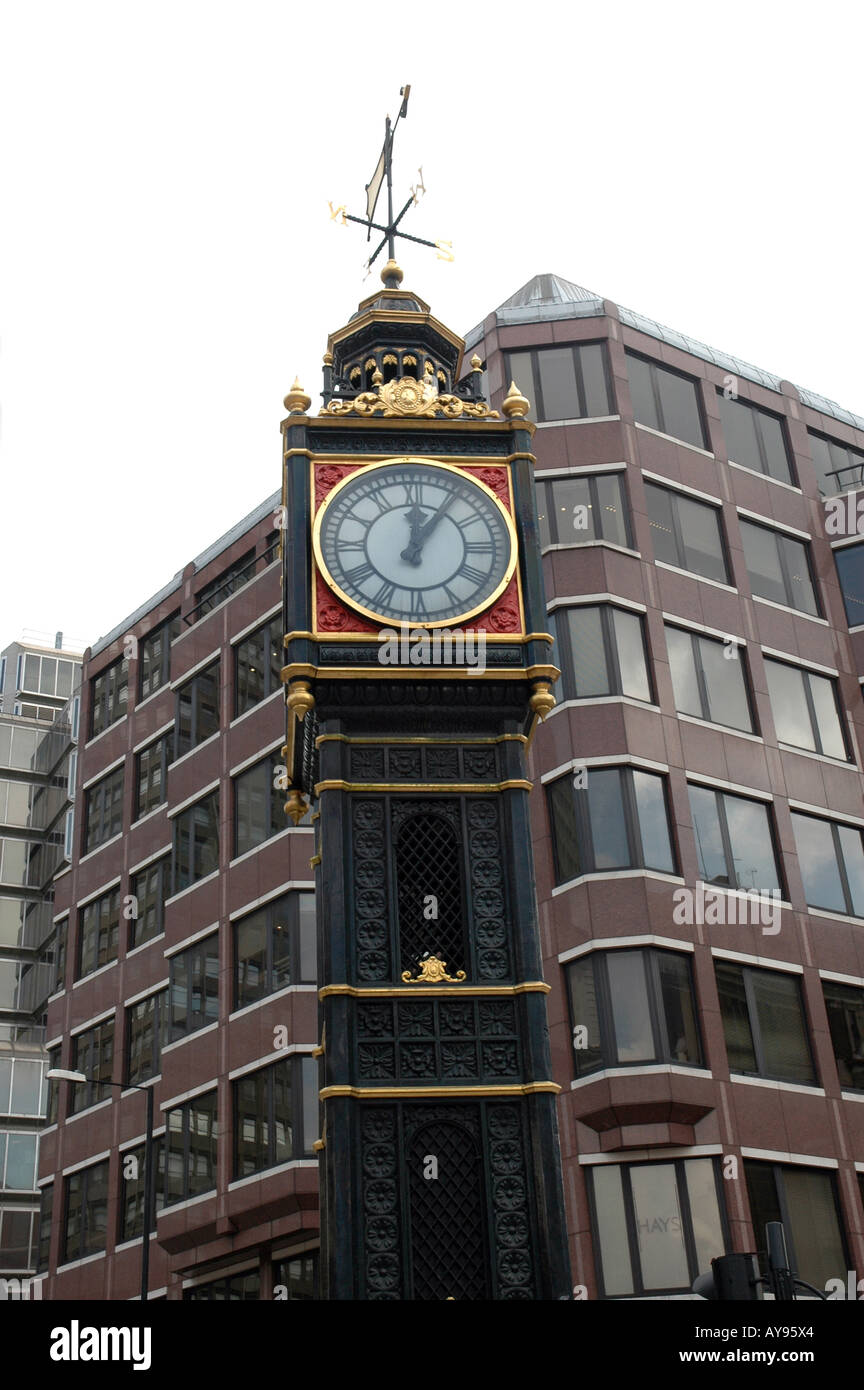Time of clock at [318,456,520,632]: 12:05
